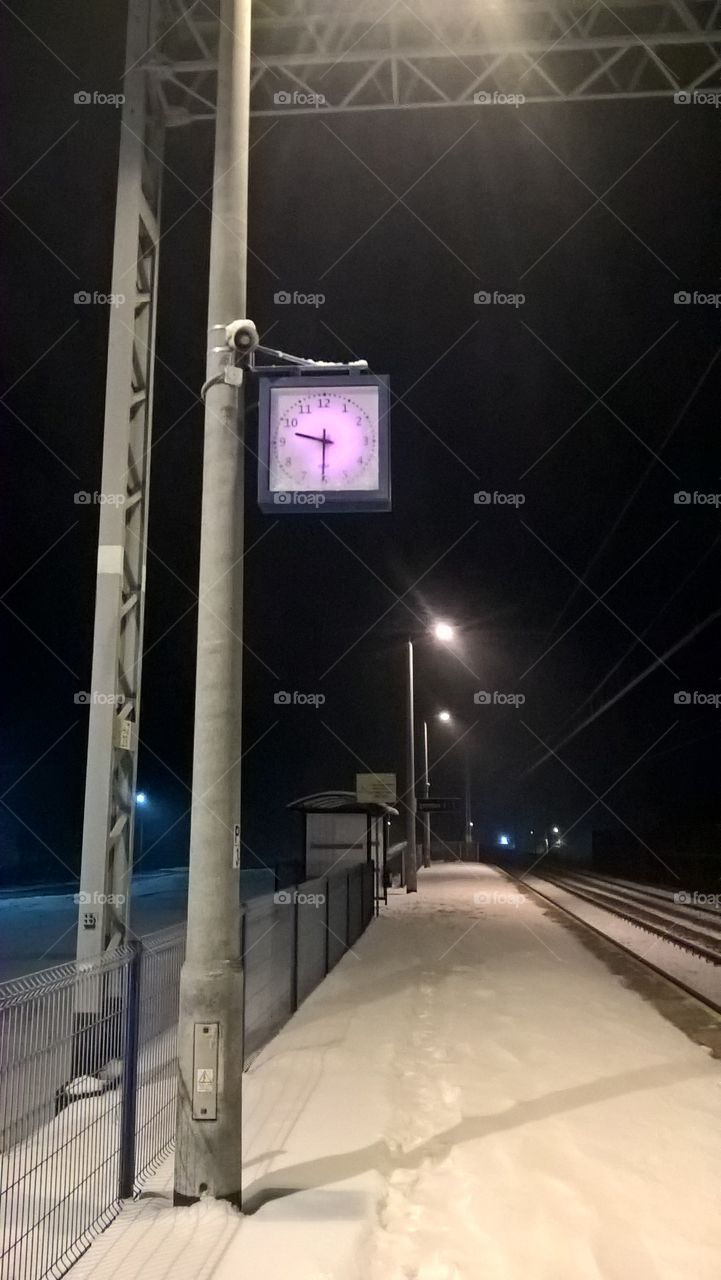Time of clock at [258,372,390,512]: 9:30
